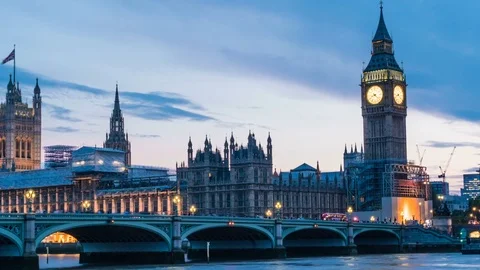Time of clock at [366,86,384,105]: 8:21
